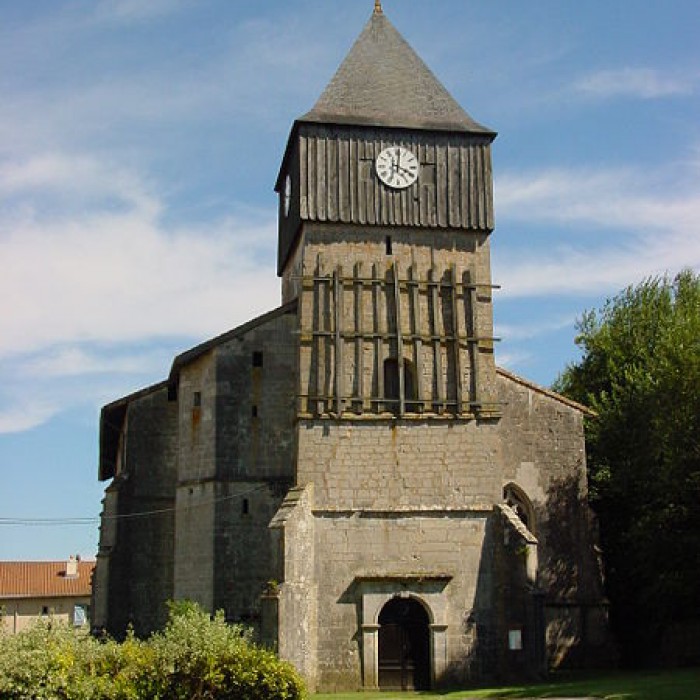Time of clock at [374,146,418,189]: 4:01
